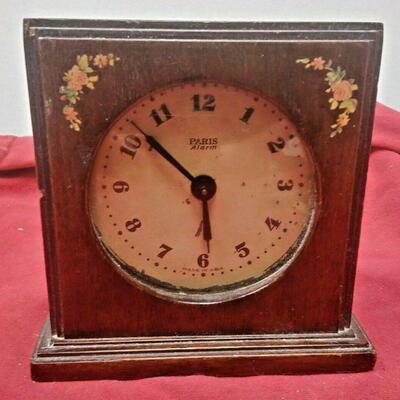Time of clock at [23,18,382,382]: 5:52
